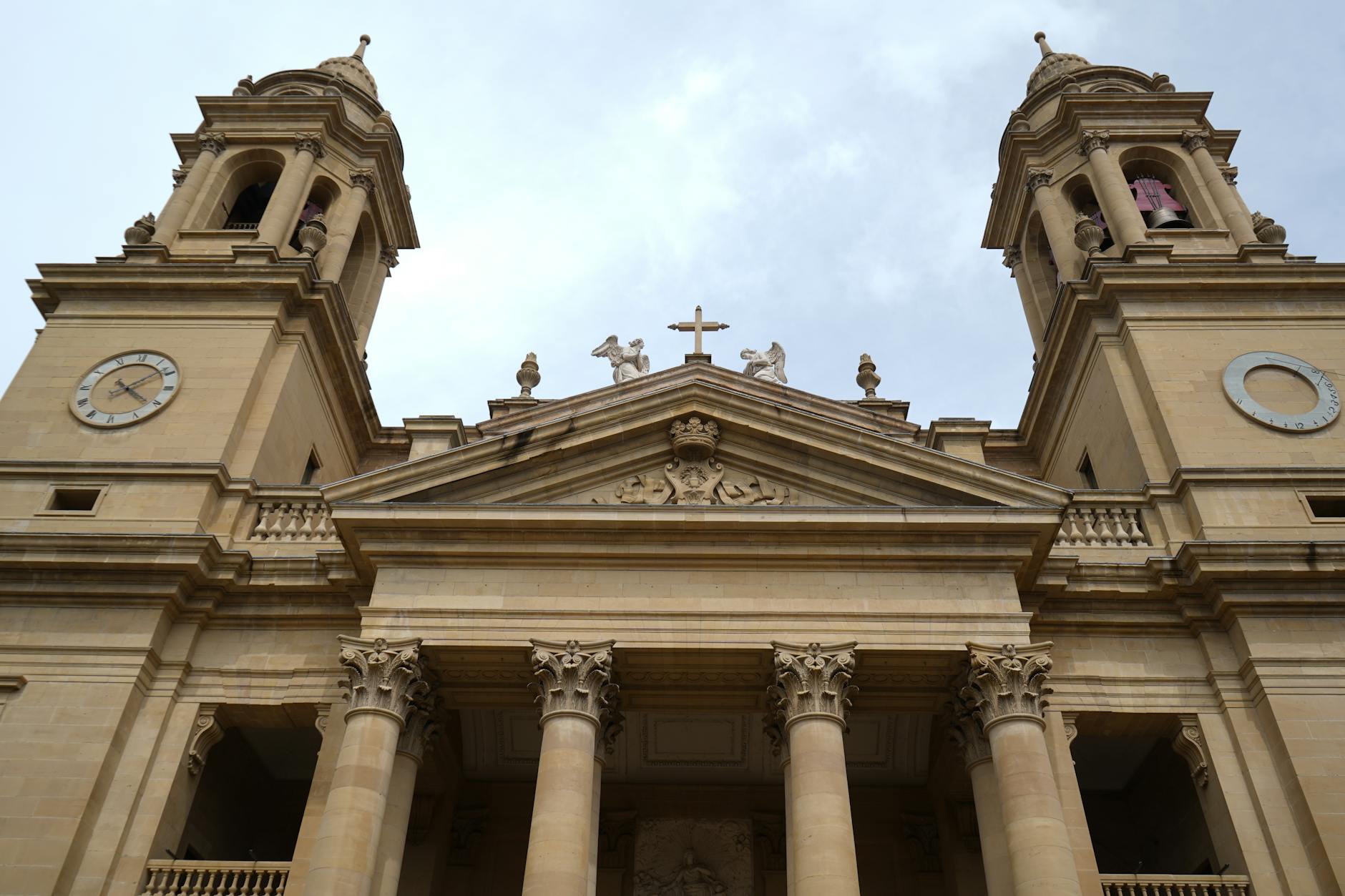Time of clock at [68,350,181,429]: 4:08
